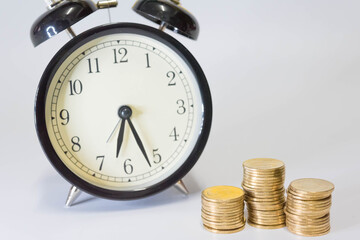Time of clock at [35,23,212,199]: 6:26
